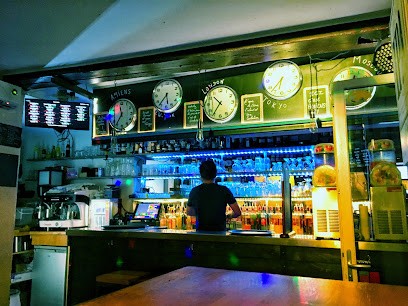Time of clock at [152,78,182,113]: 5:36
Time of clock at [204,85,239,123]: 10:36
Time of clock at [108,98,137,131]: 11:36
